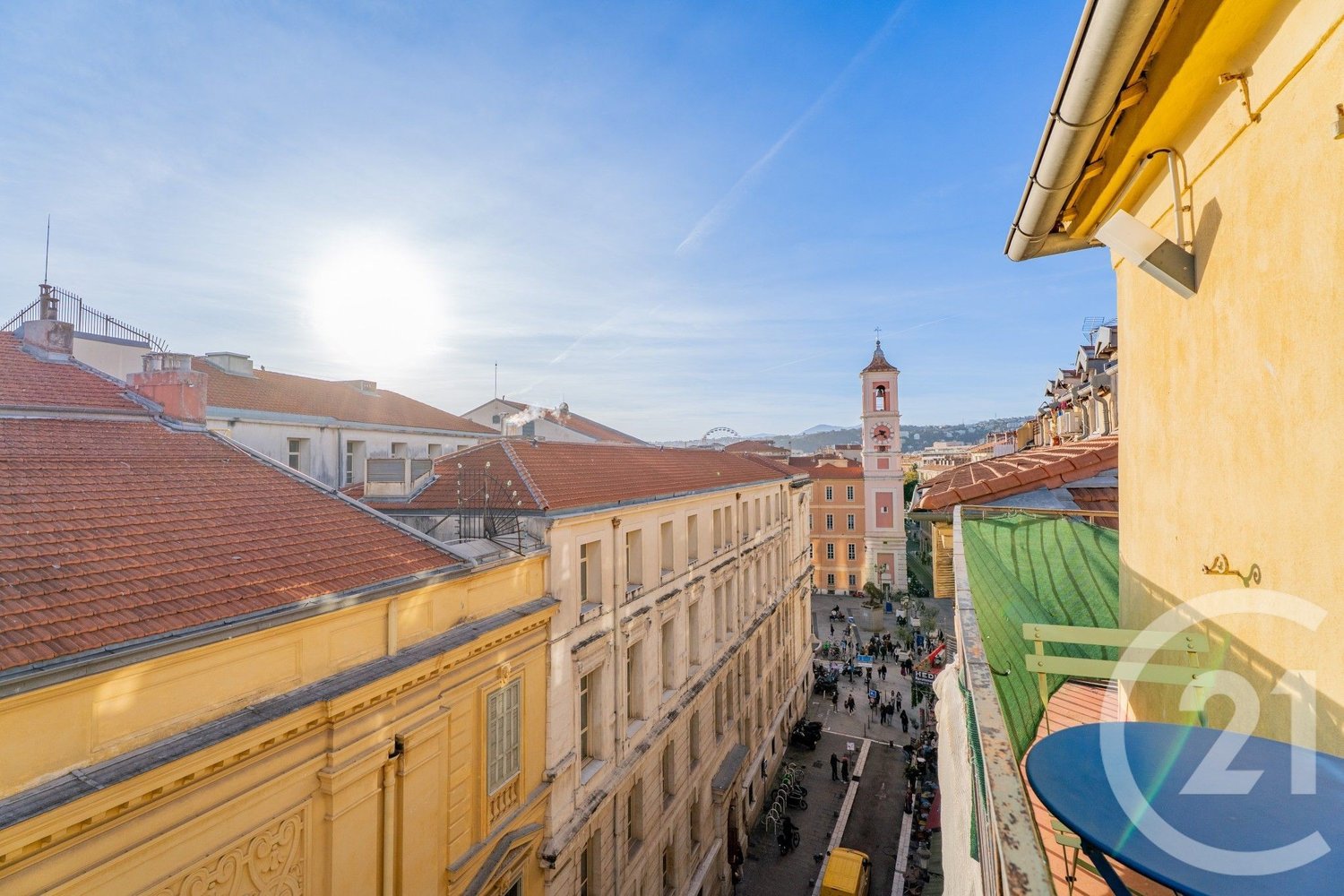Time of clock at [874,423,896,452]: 4:40
